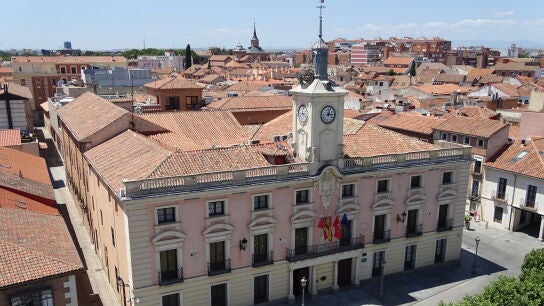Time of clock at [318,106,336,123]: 12:14
